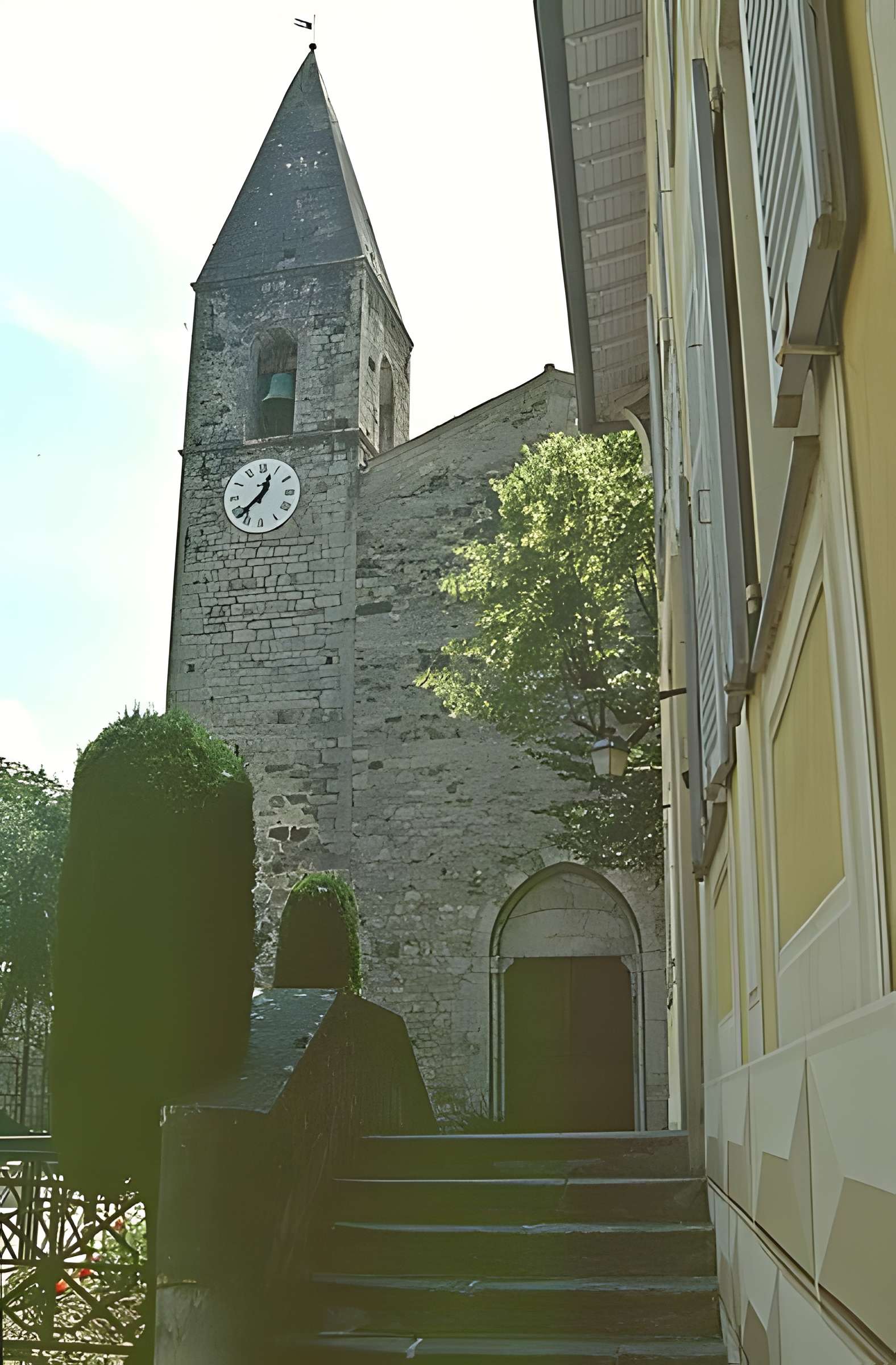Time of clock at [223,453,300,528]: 12:37
